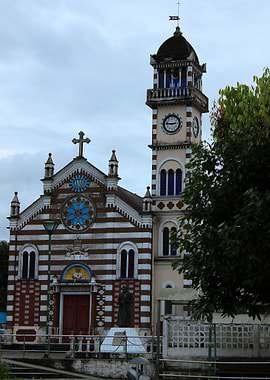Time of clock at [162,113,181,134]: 2:46
